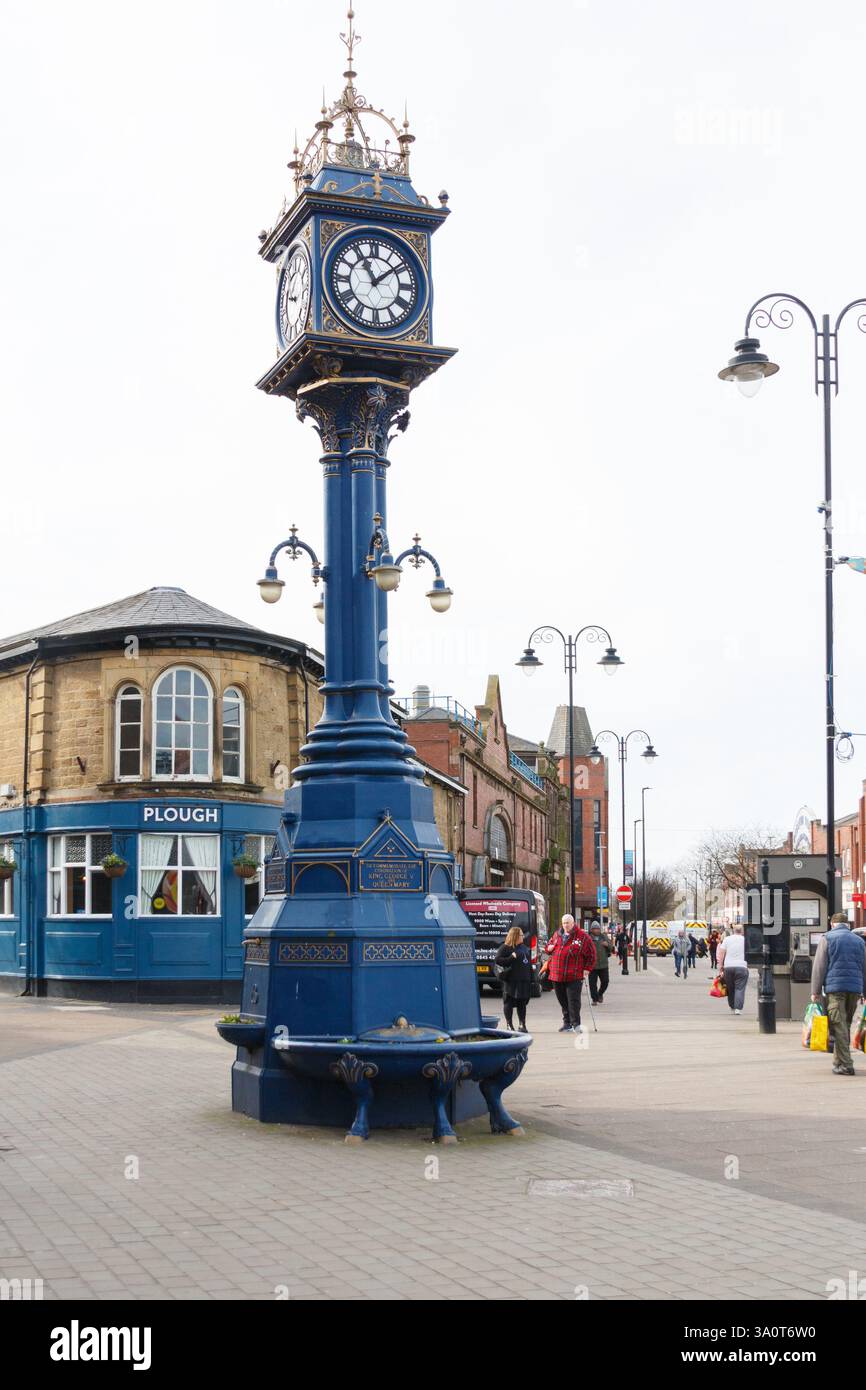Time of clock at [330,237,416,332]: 11:08
